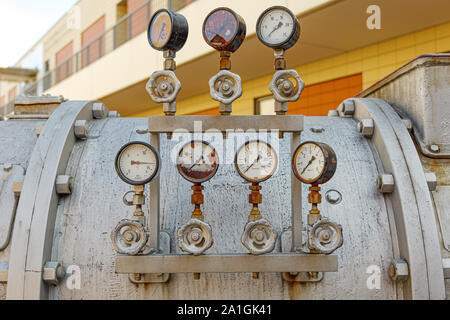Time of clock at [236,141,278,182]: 12:37
